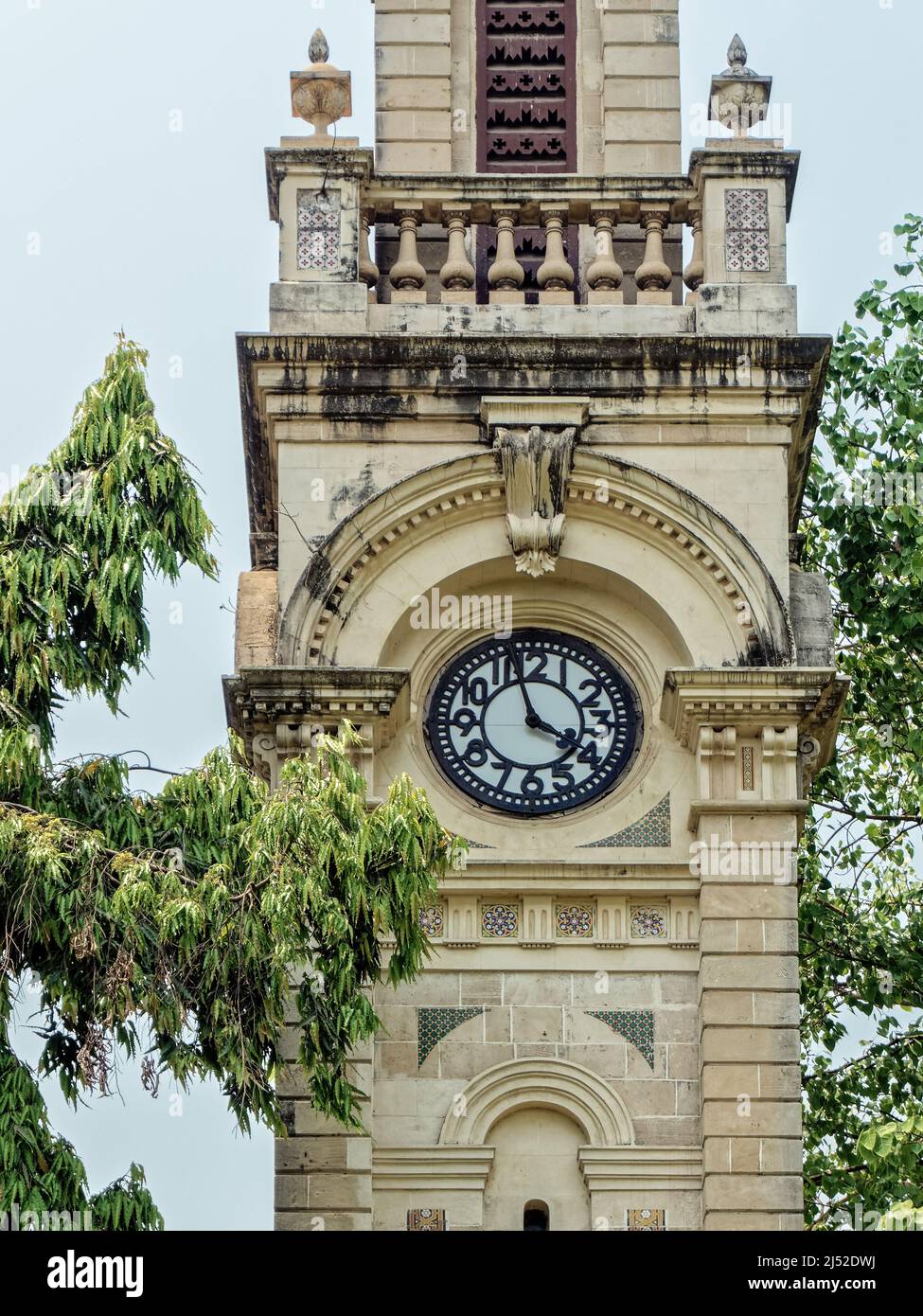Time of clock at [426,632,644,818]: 3:57
